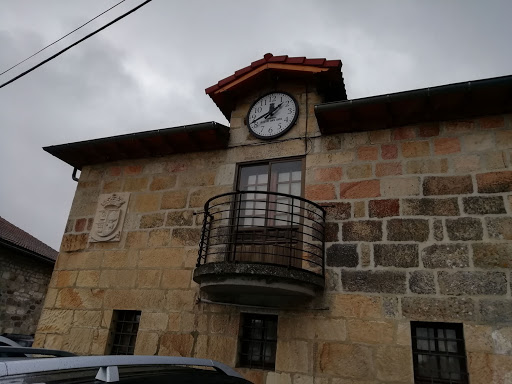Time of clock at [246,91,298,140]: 1:41
